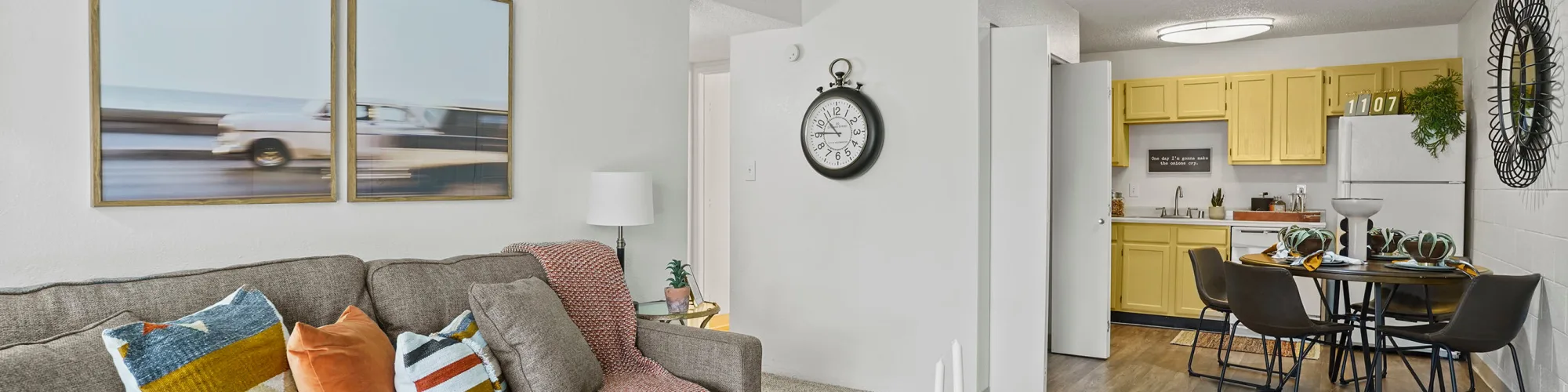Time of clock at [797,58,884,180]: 10:45
